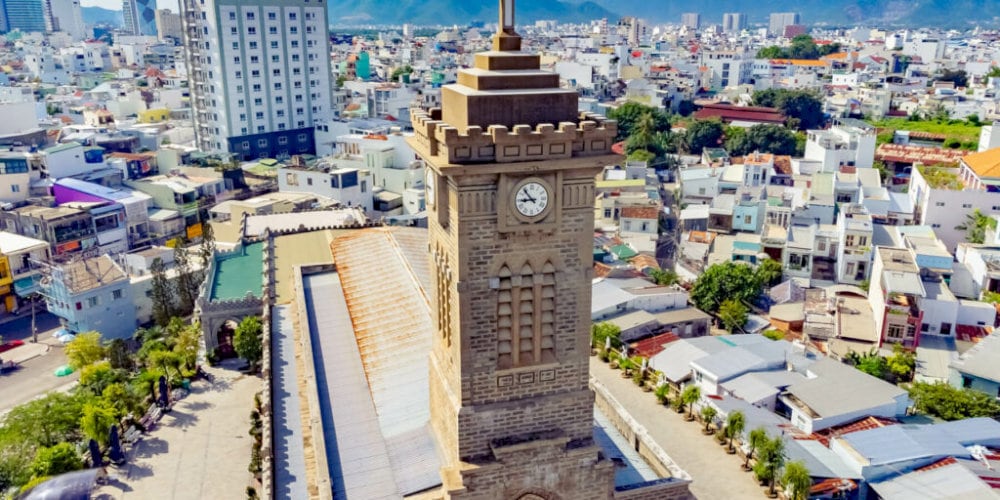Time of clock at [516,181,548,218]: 8:53
